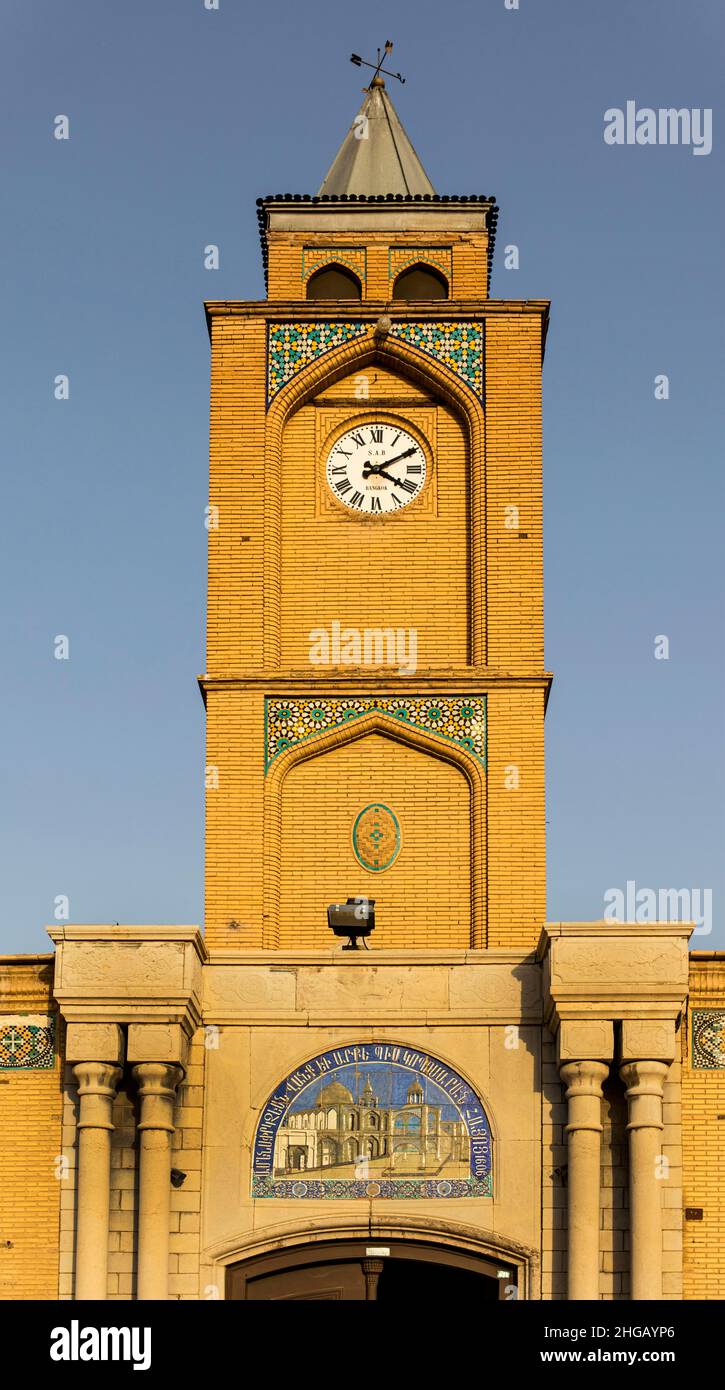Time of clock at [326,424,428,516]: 4:09
